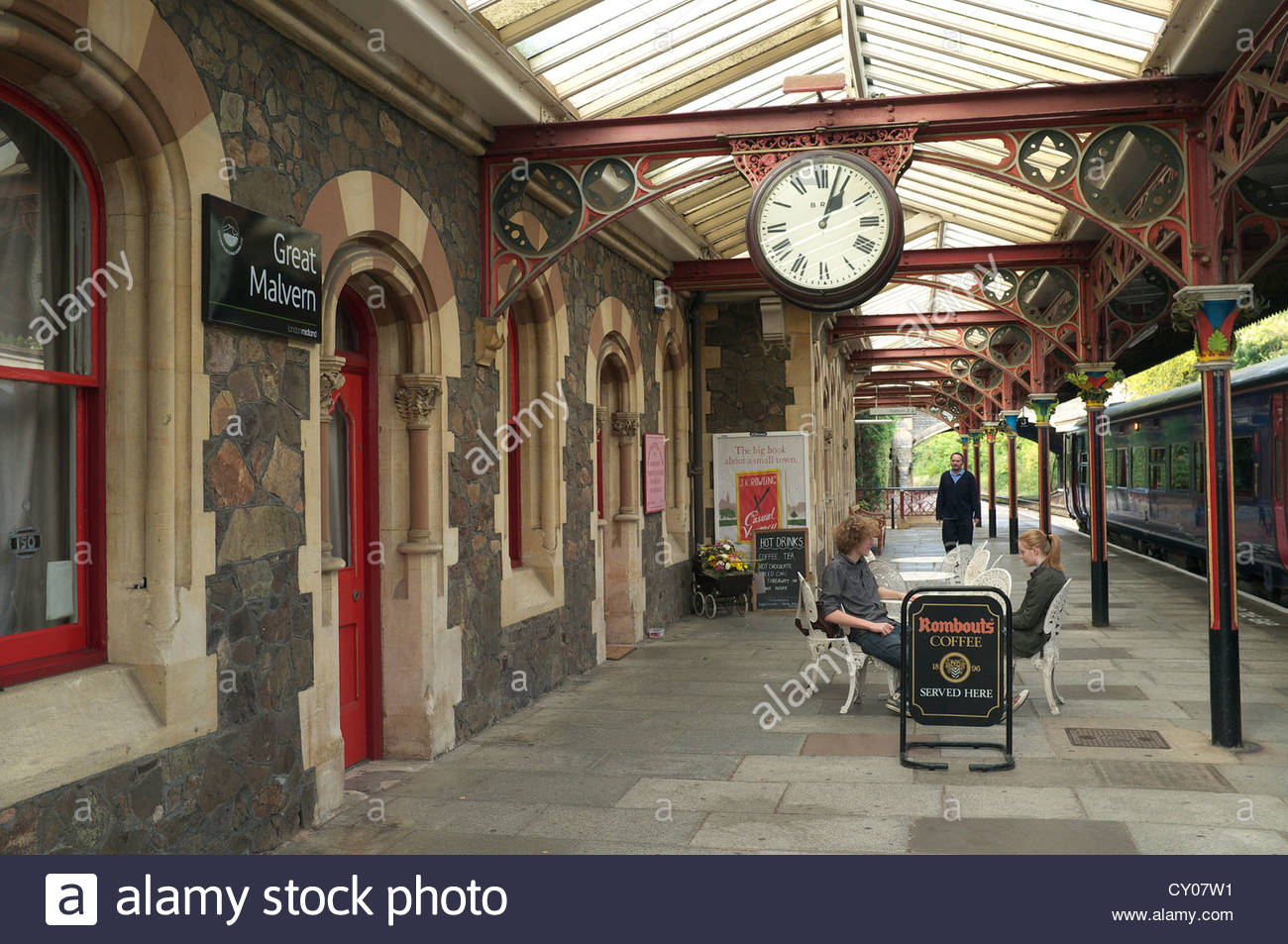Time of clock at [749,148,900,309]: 1:02
